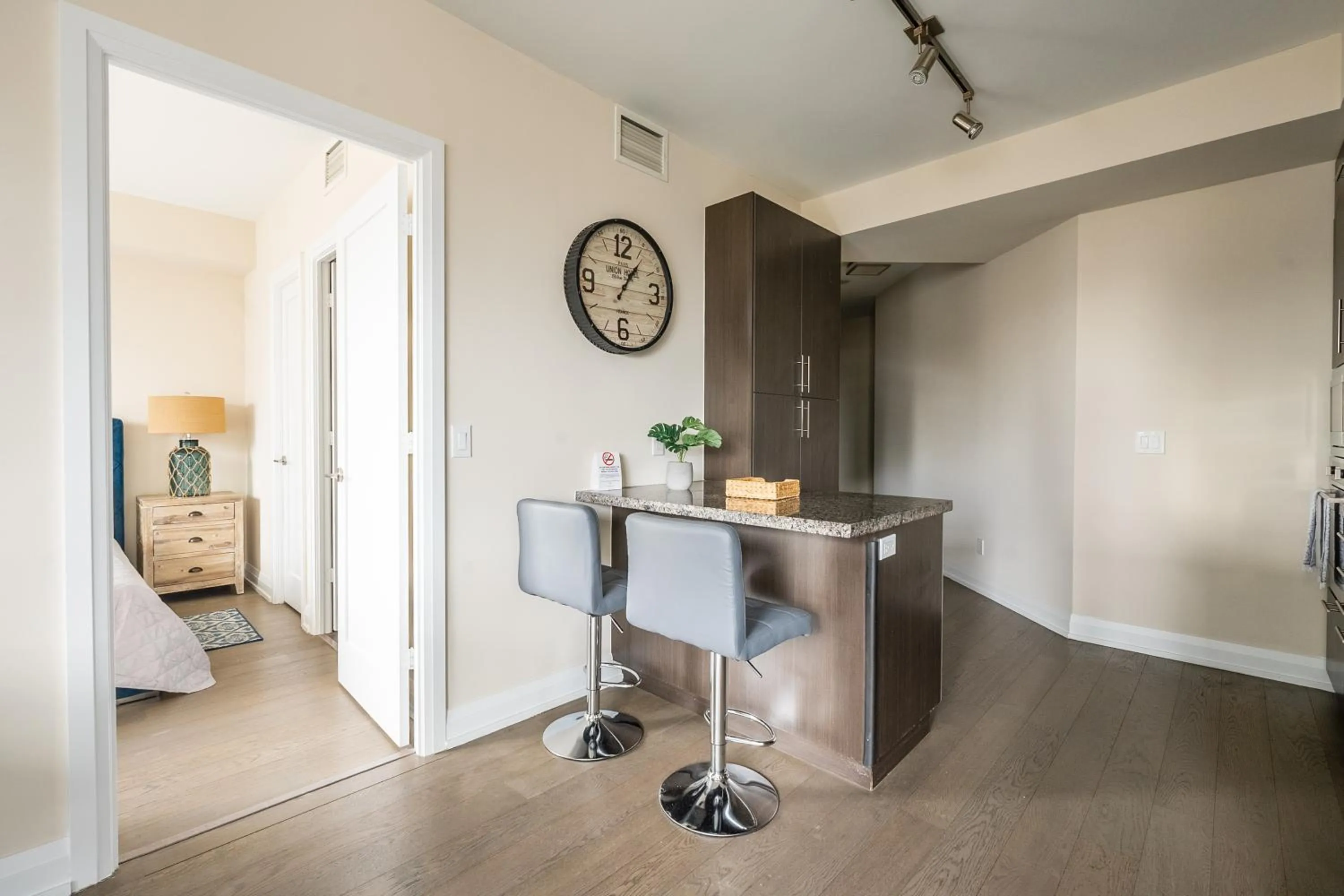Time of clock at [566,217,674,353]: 1:06
